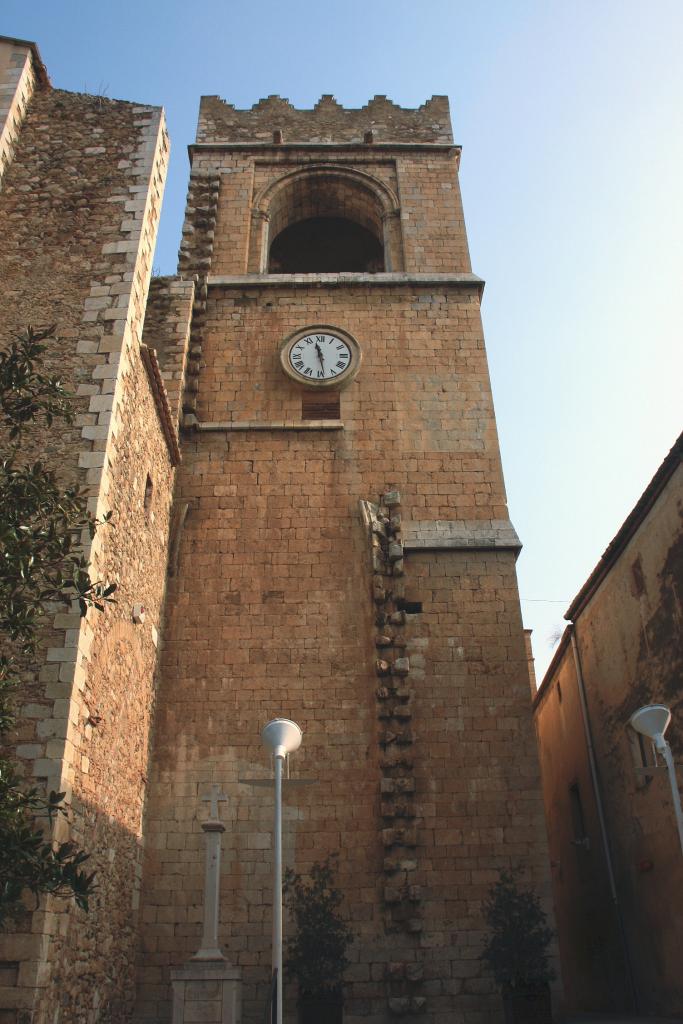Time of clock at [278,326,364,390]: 11:28
